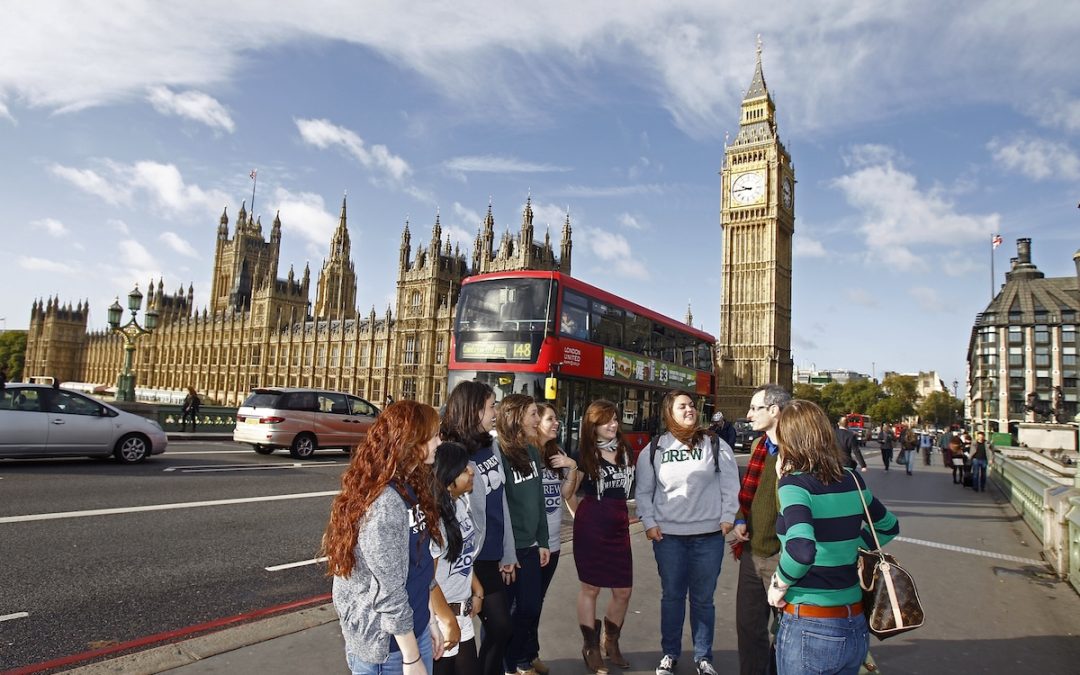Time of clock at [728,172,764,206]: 9:44
